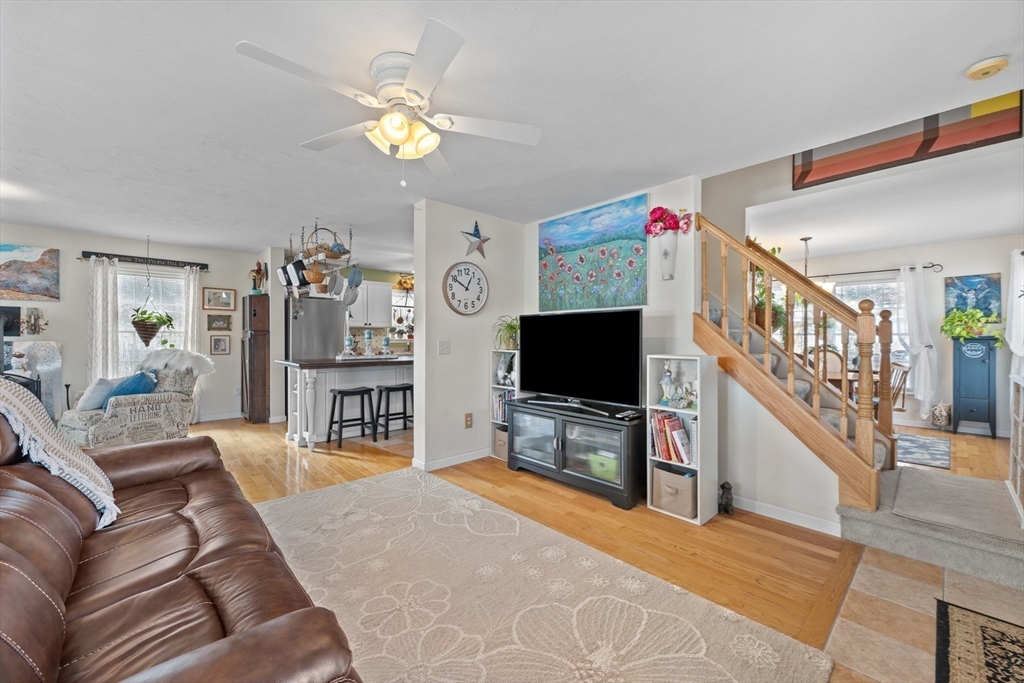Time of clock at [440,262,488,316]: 12:50
